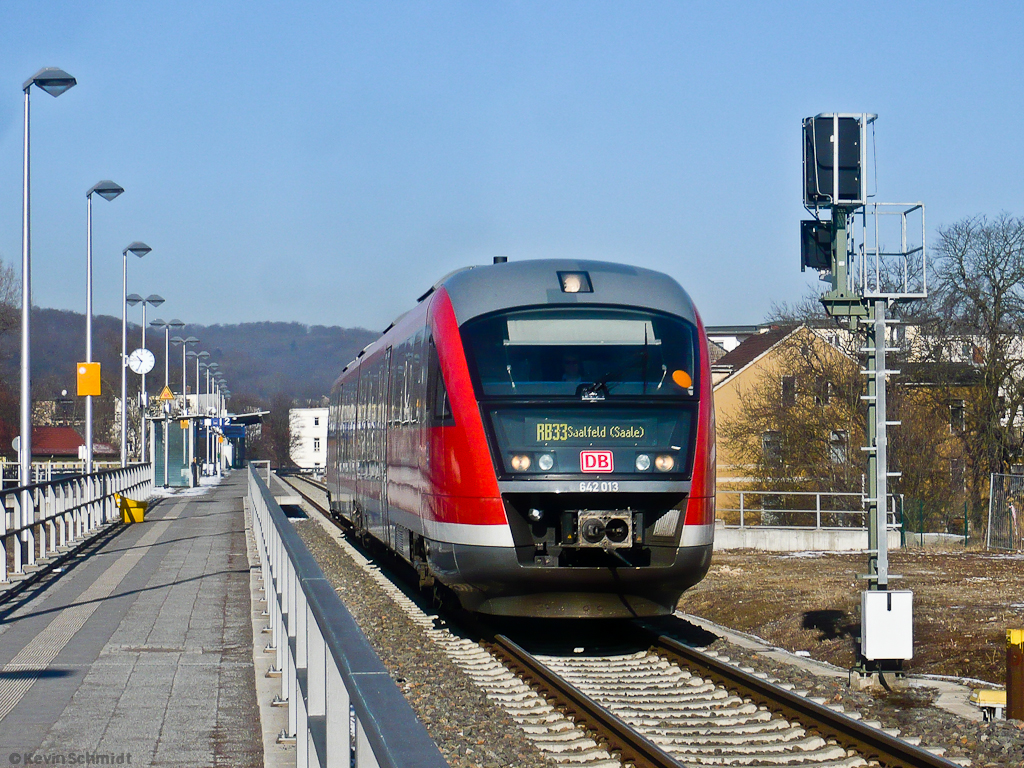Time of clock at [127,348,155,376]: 10:33
